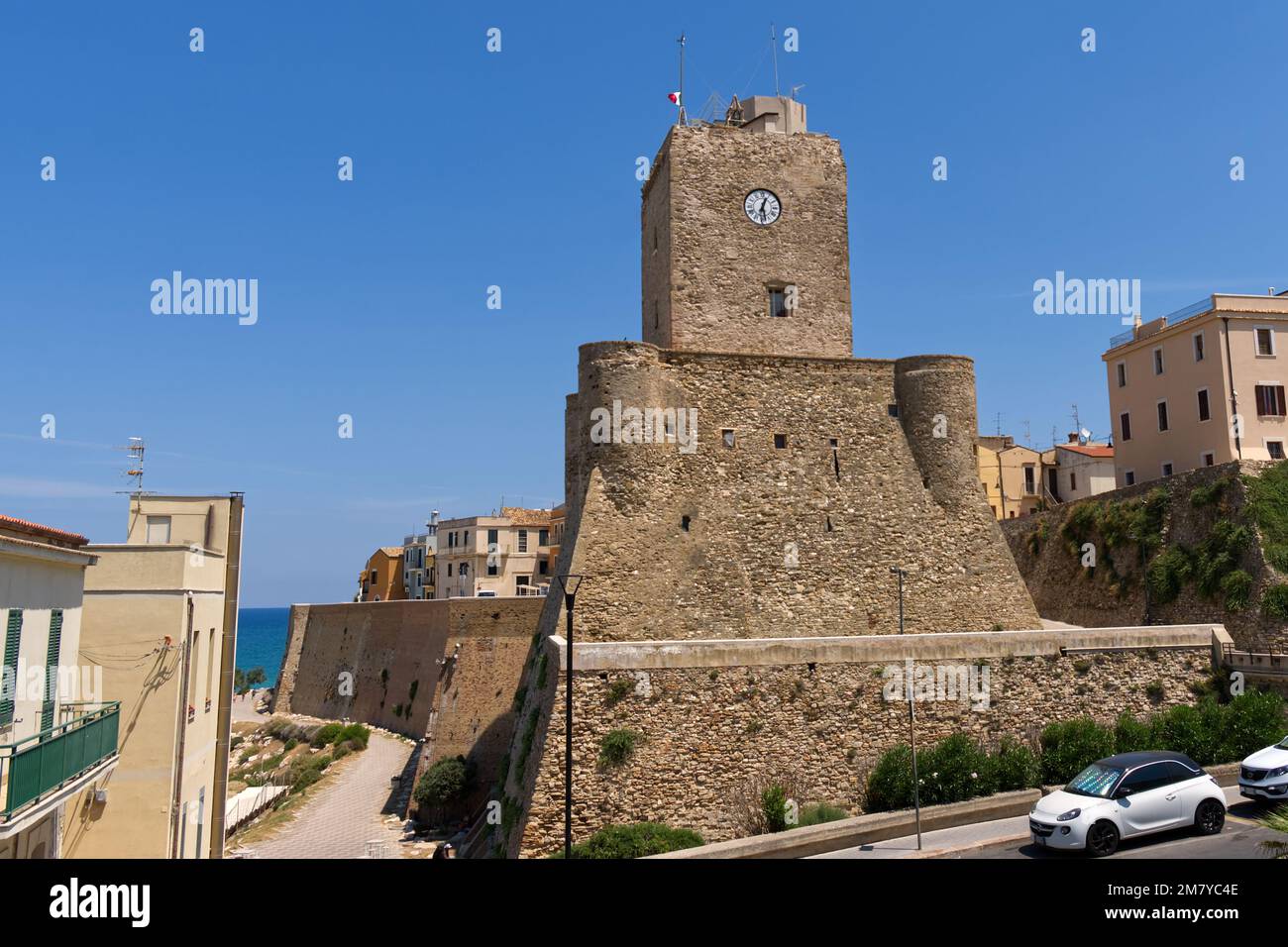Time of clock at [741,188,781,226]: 12:28
